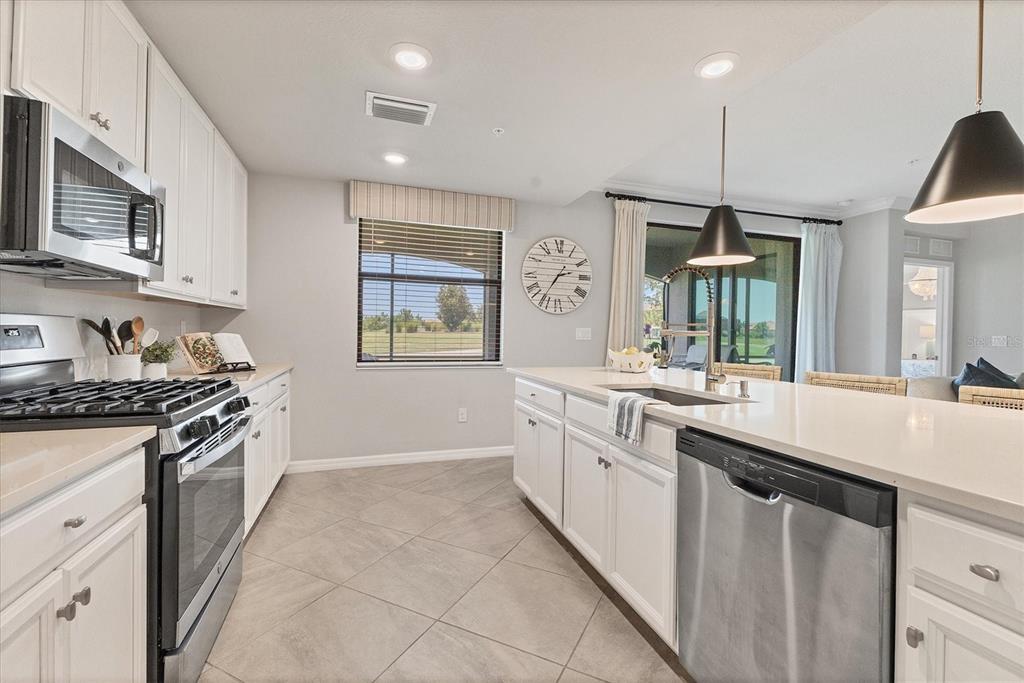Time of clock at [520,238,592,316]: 2:35
